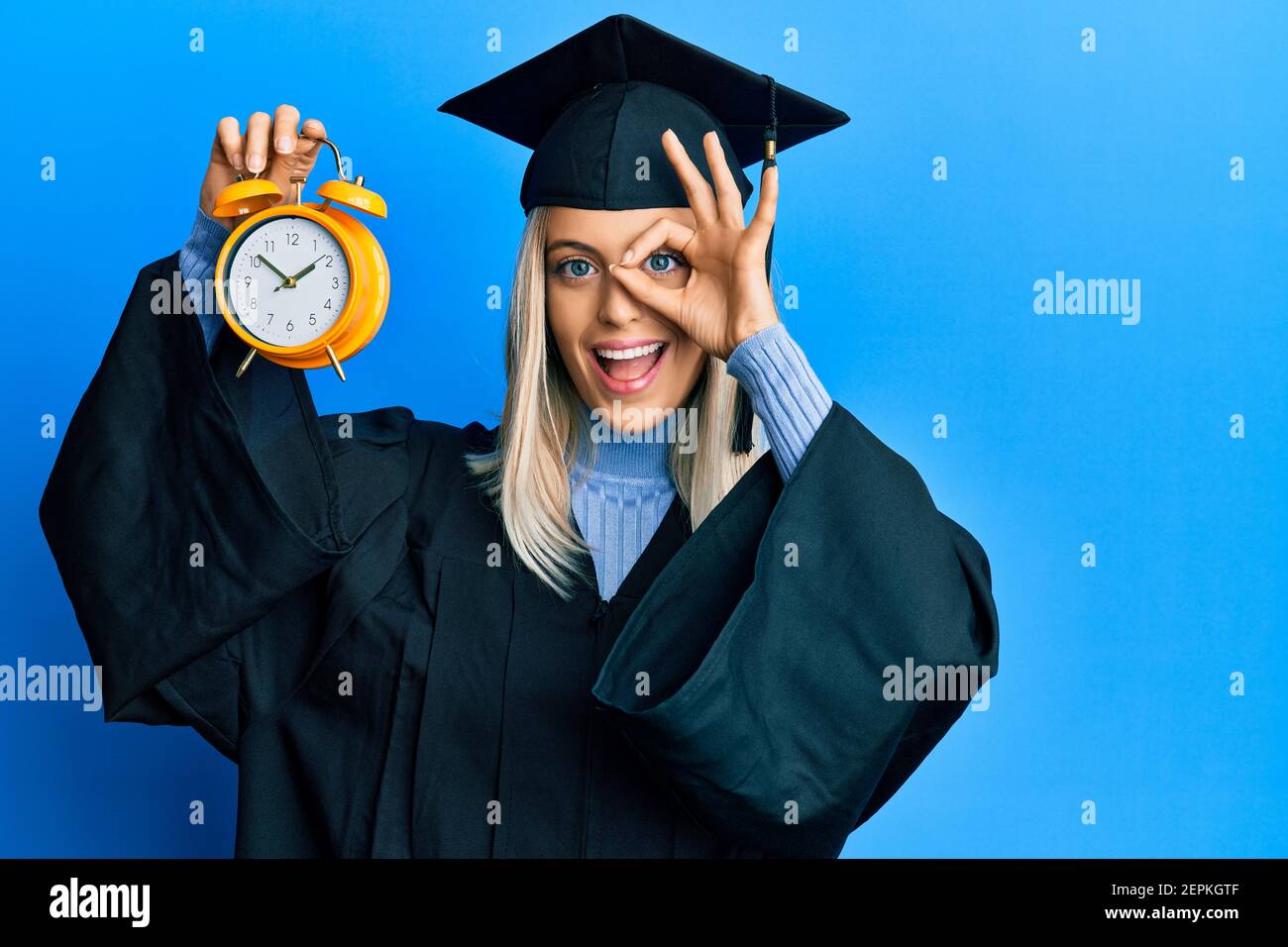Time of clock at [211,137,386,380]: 1:51
